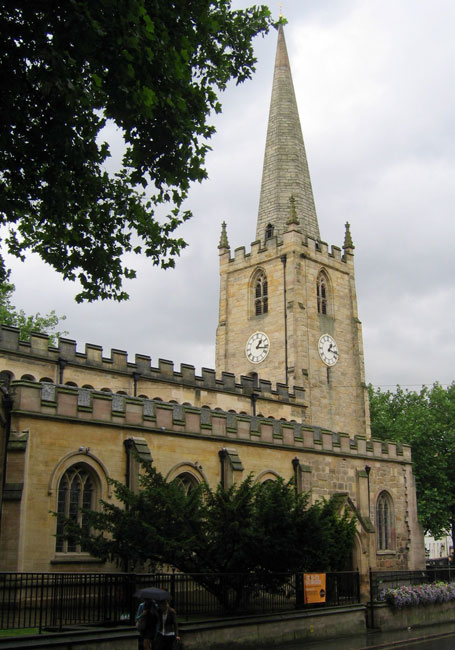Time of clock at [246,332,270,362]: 1:16
